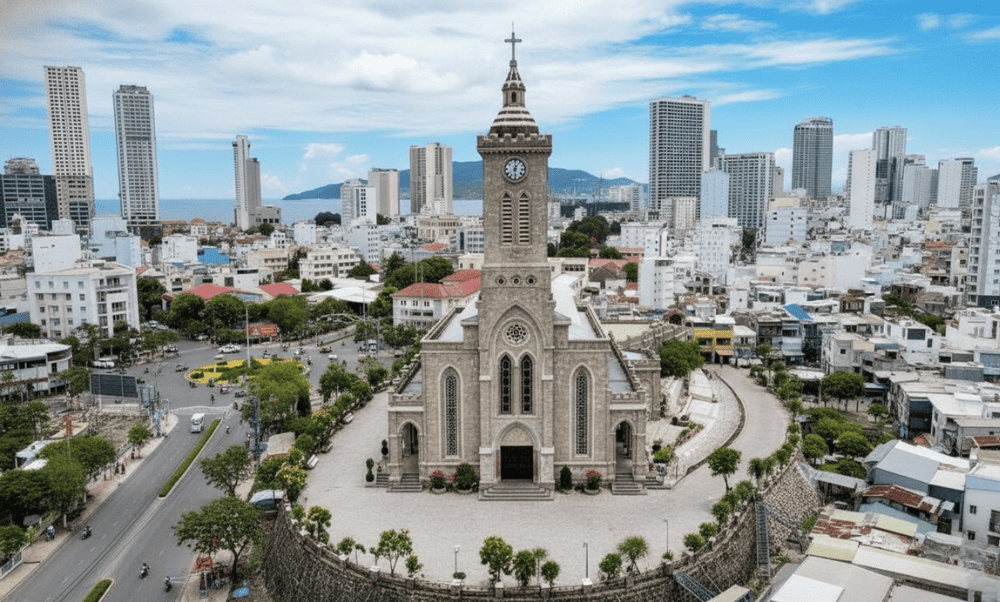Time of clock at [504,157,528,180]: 12:28
